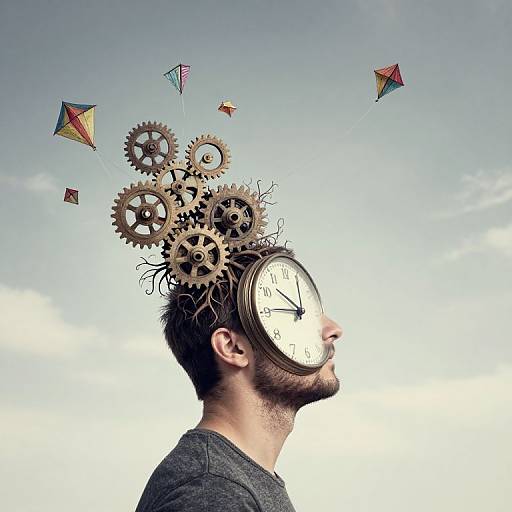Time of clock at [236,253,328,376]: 10:45
